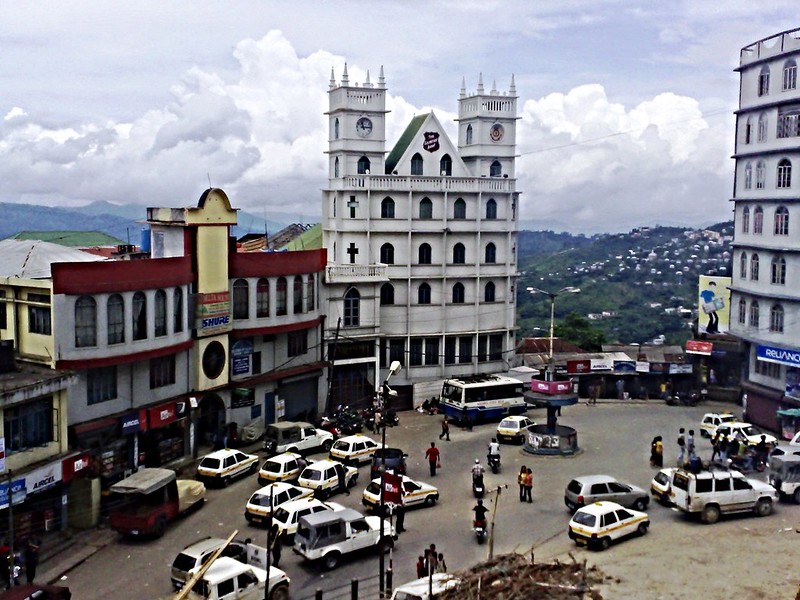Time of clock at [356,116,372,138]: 11:14
